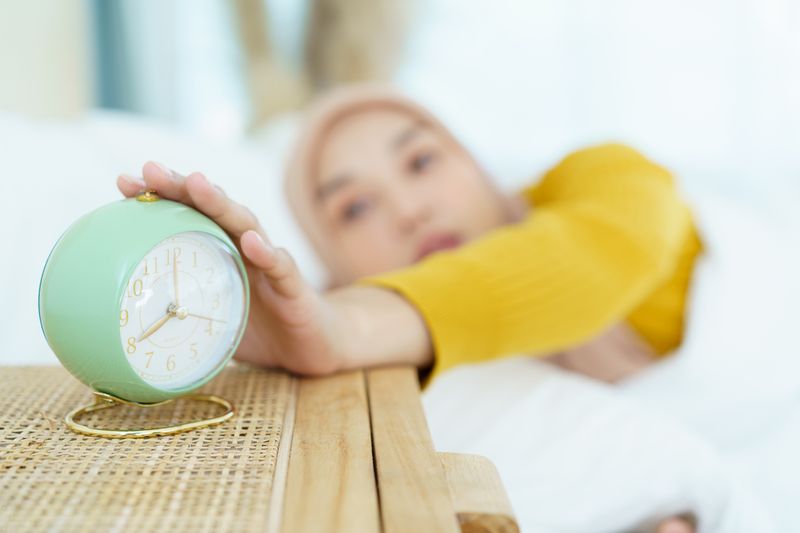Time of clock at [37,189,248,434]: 8:00
